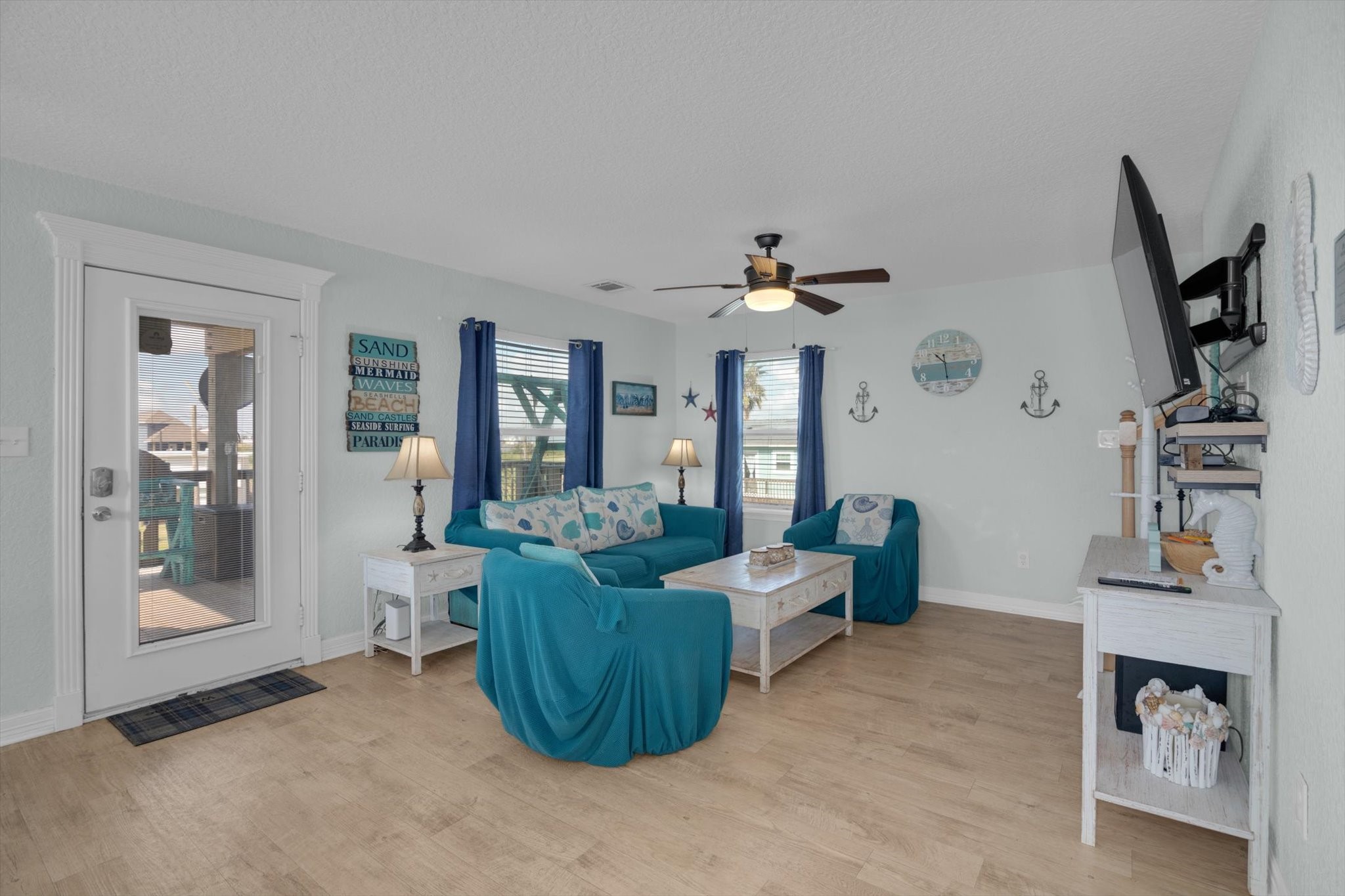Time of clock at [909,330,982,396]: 10:28
